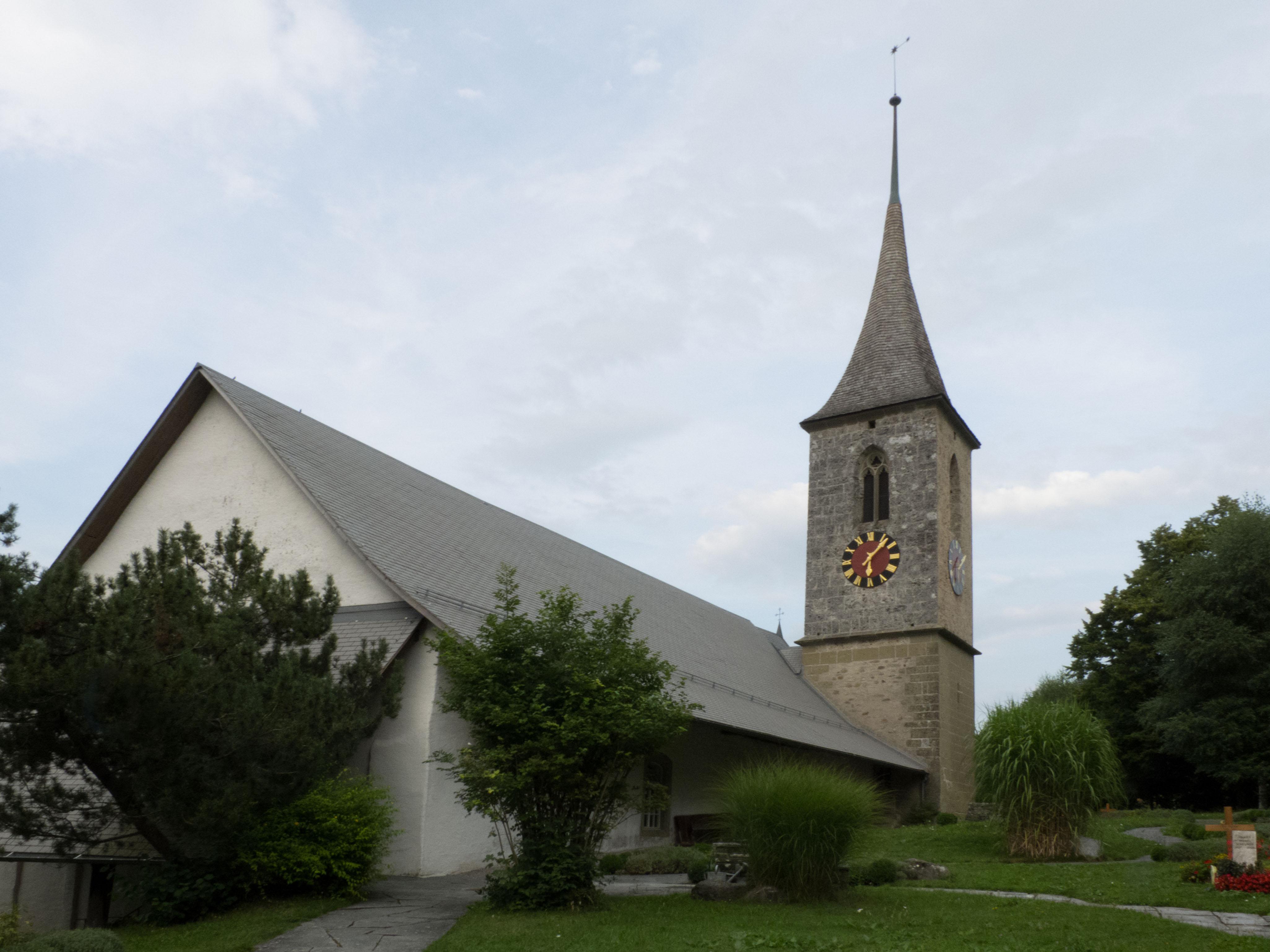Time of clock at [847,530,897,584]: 6:07
